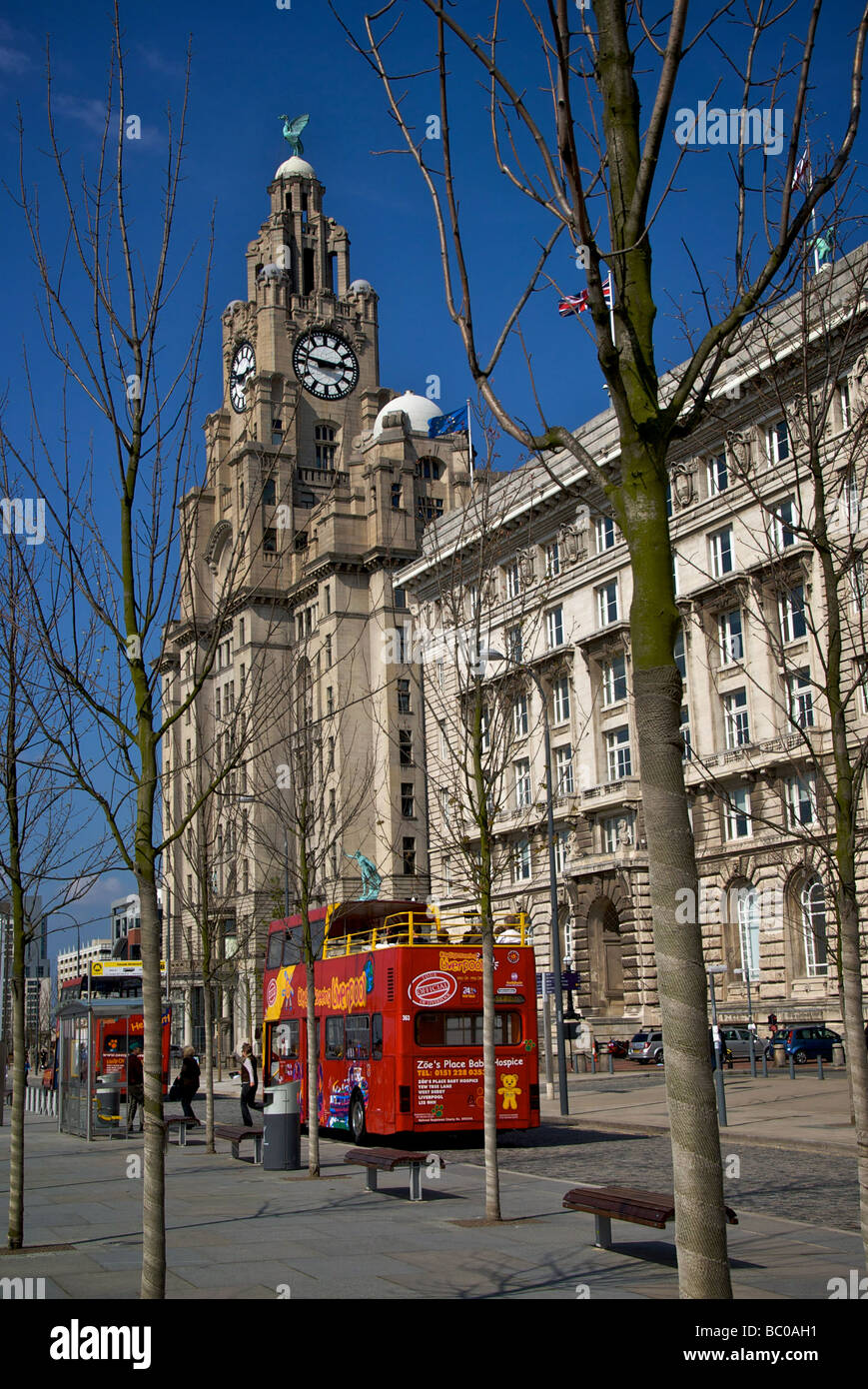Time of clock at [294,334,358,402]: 2:46
